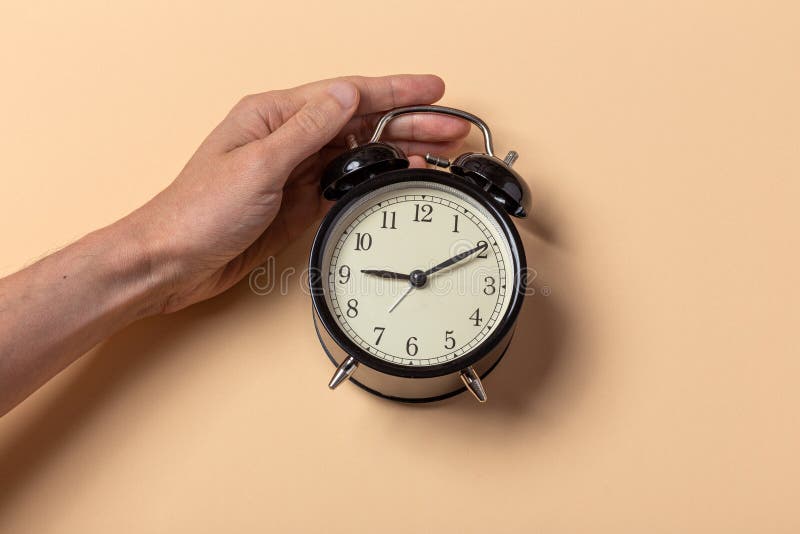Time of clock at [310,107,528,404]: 9:10
